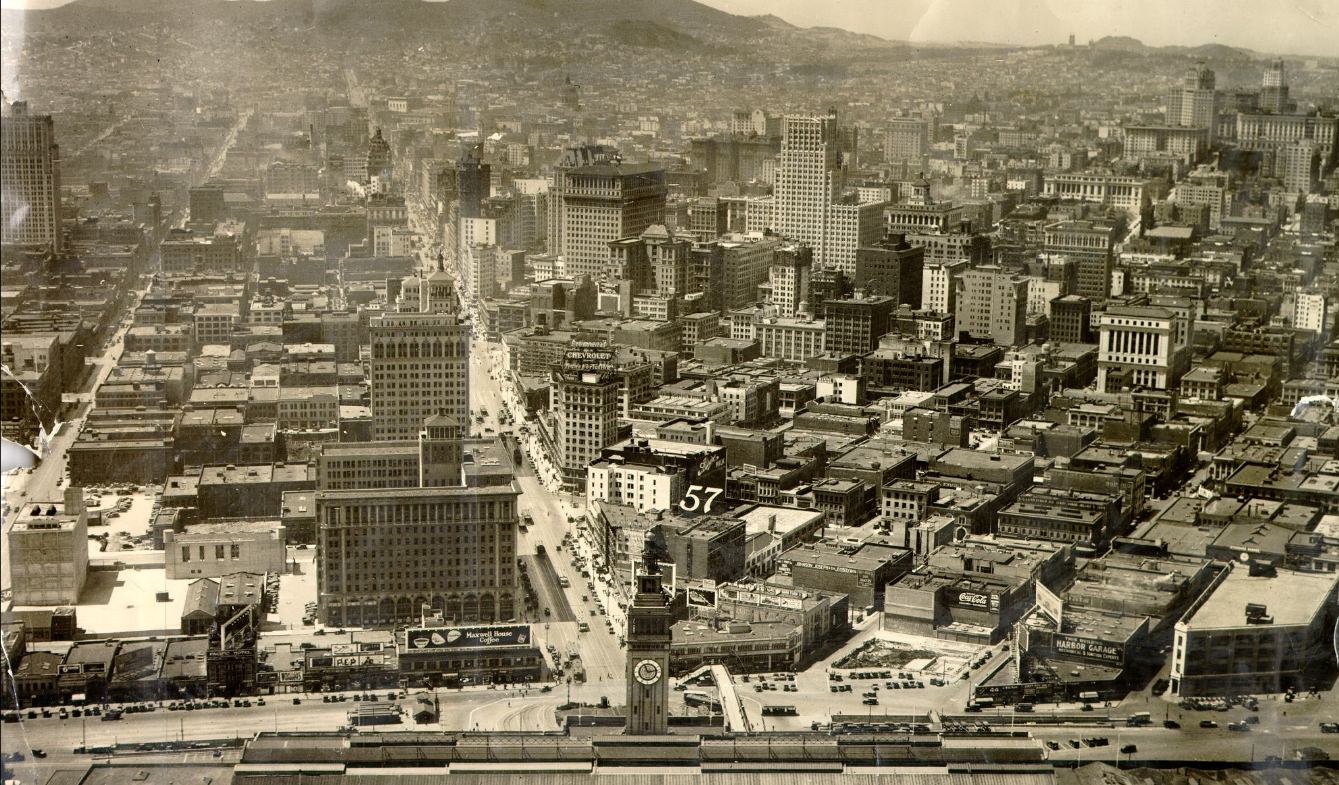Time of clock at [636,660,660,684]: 11:13
